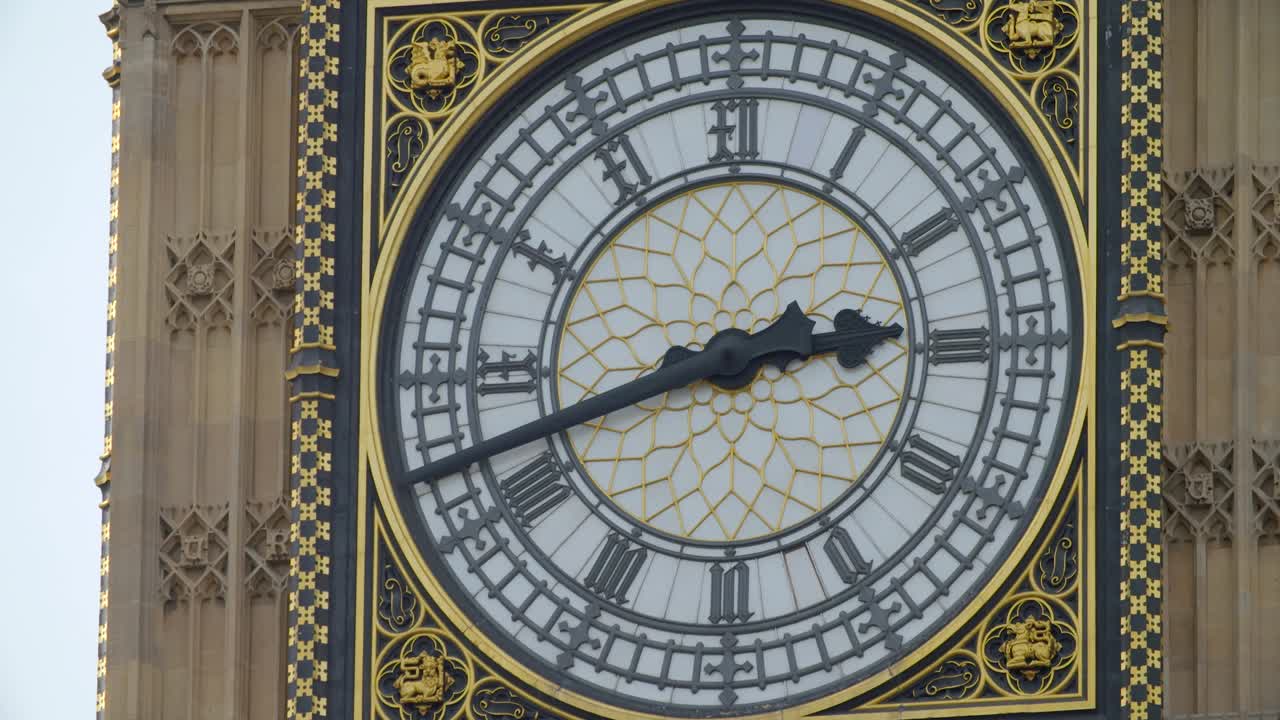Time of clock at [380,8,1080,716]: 2:42
